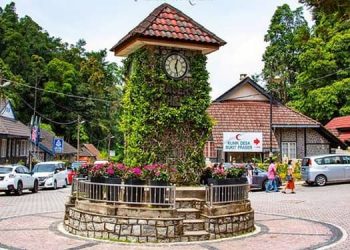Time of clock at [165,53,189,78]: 12:27
